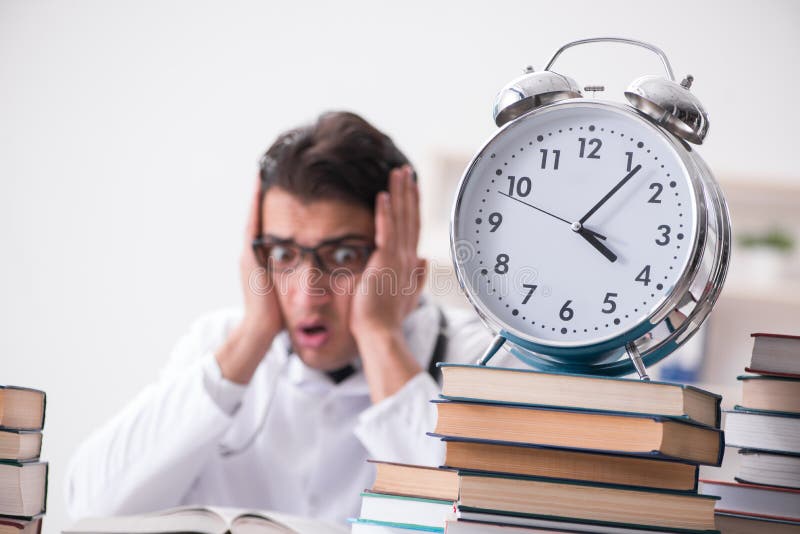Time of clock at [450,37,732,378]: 4:06
